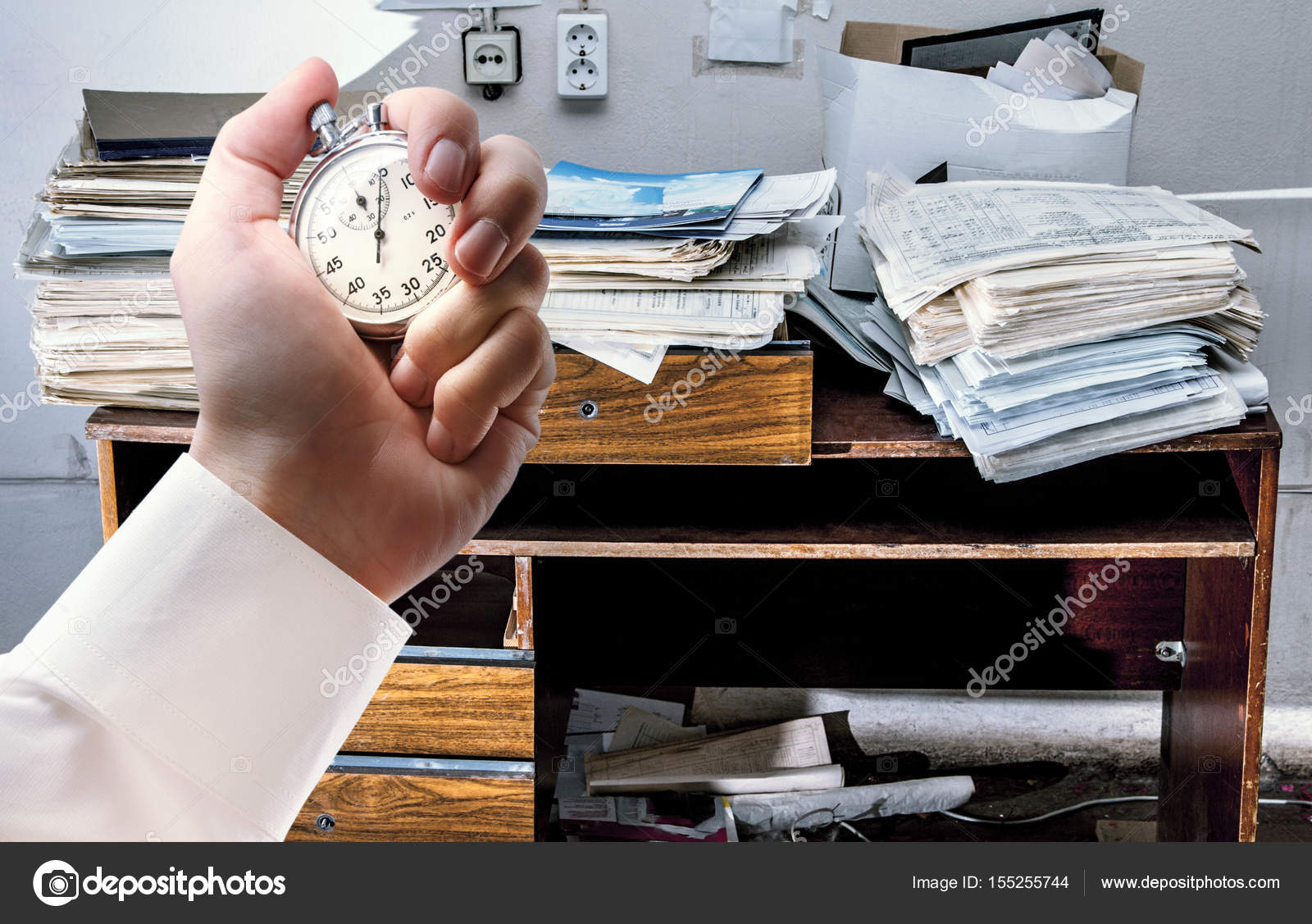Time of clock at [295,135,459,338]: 11:00
